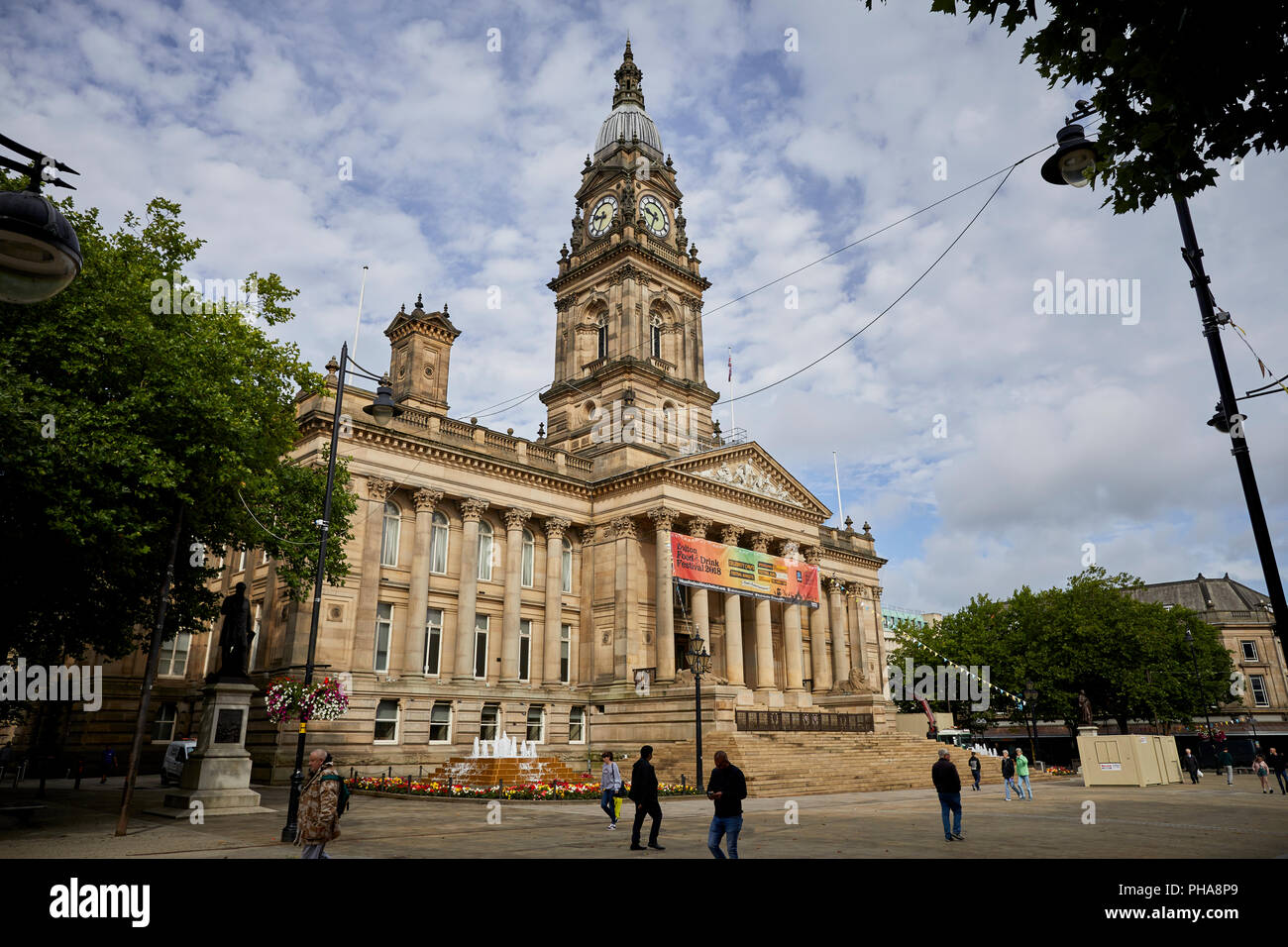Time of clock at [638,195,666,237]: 9:34
